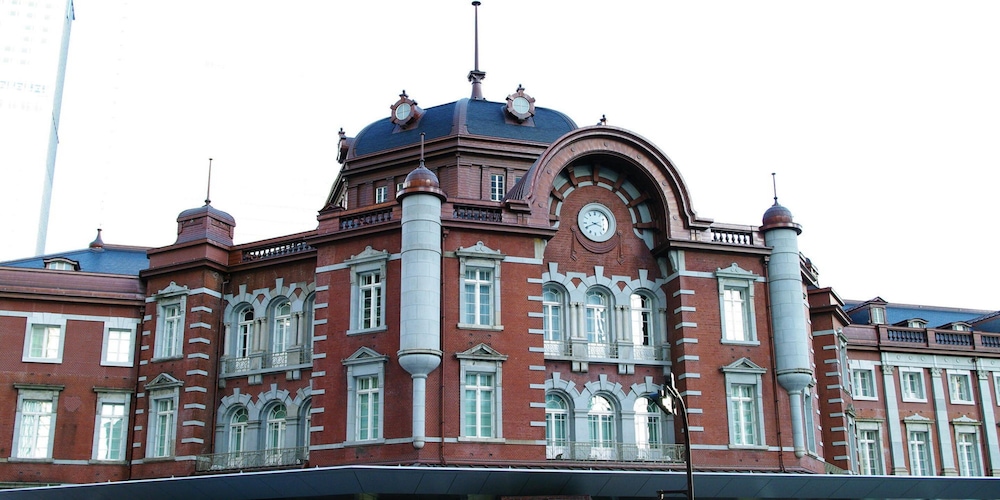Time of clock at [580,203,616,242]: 3:40
